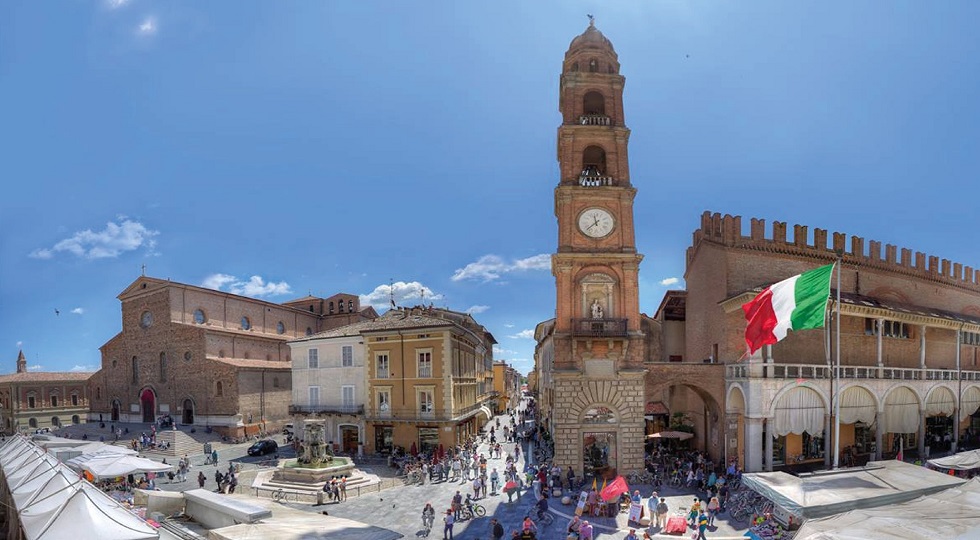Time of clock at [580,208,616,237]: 11:37
